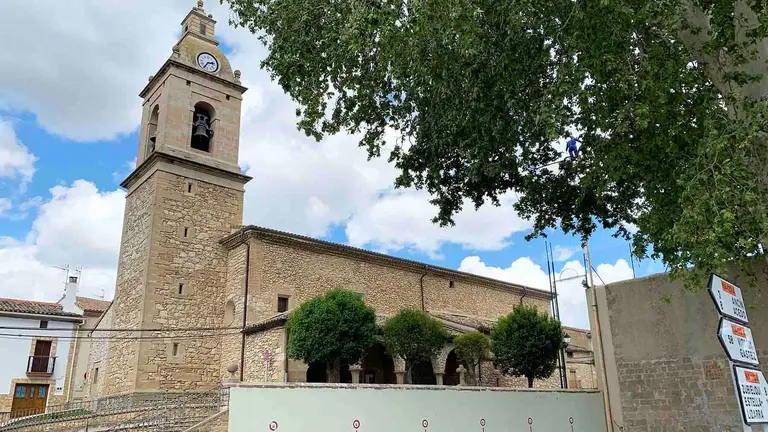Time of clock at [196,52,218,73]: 2:35
